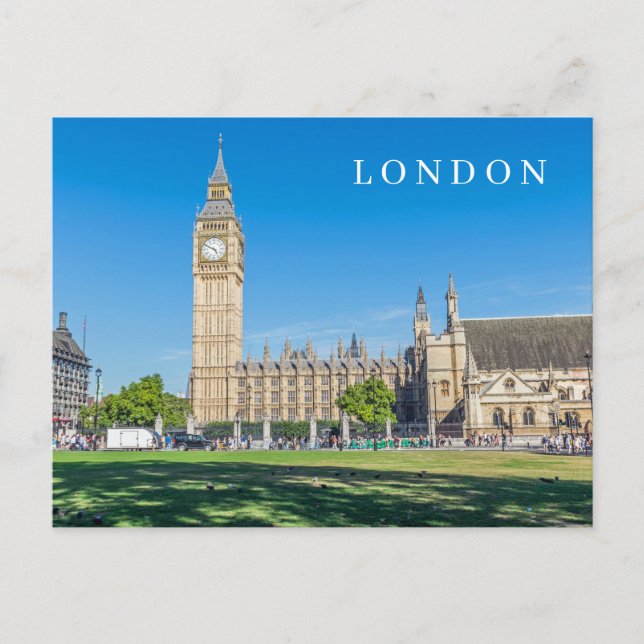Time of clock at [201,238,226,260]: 4:49
